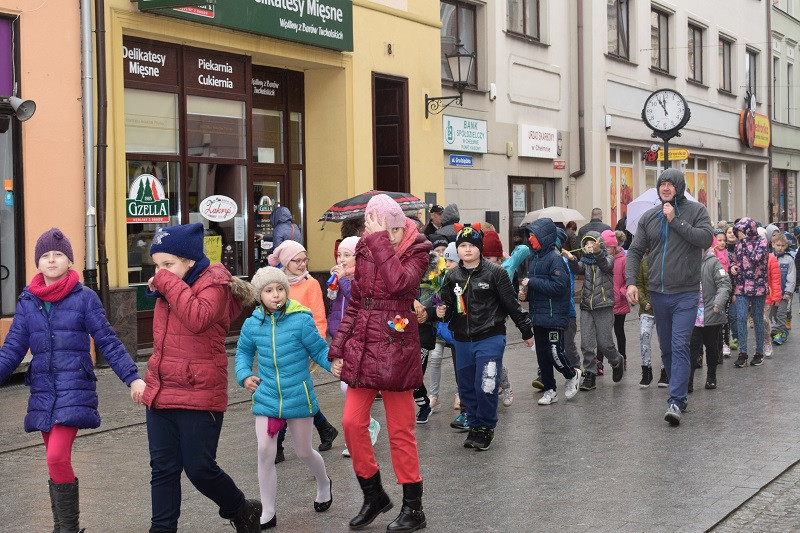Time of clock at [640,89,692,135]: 10:59
